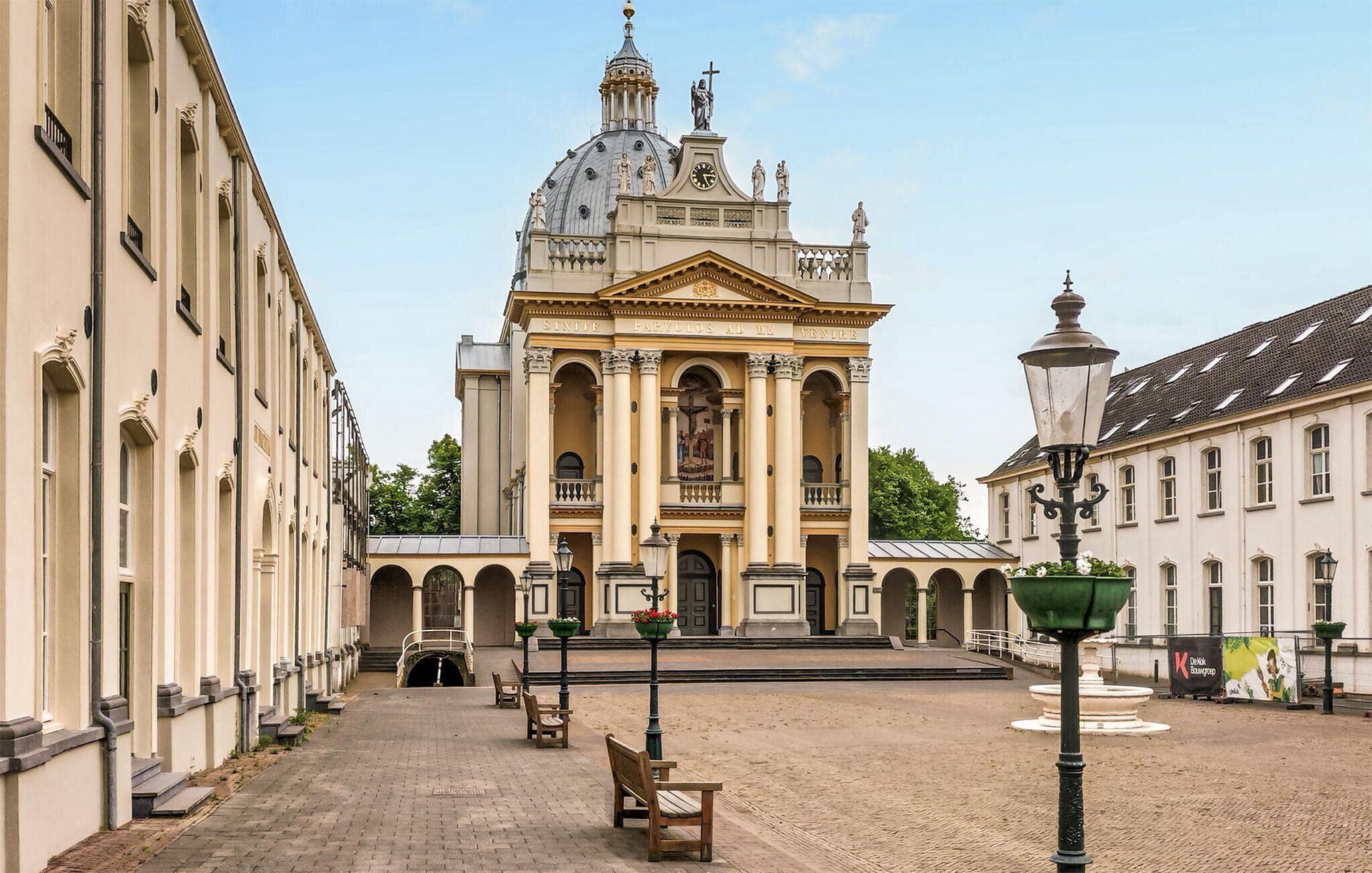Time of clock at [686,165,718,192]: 5:14
